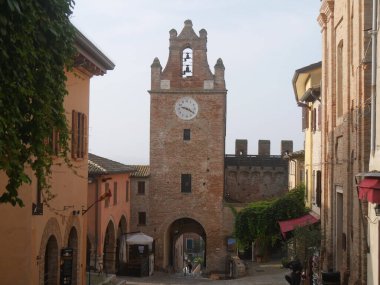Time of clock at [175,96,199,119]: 9:20
